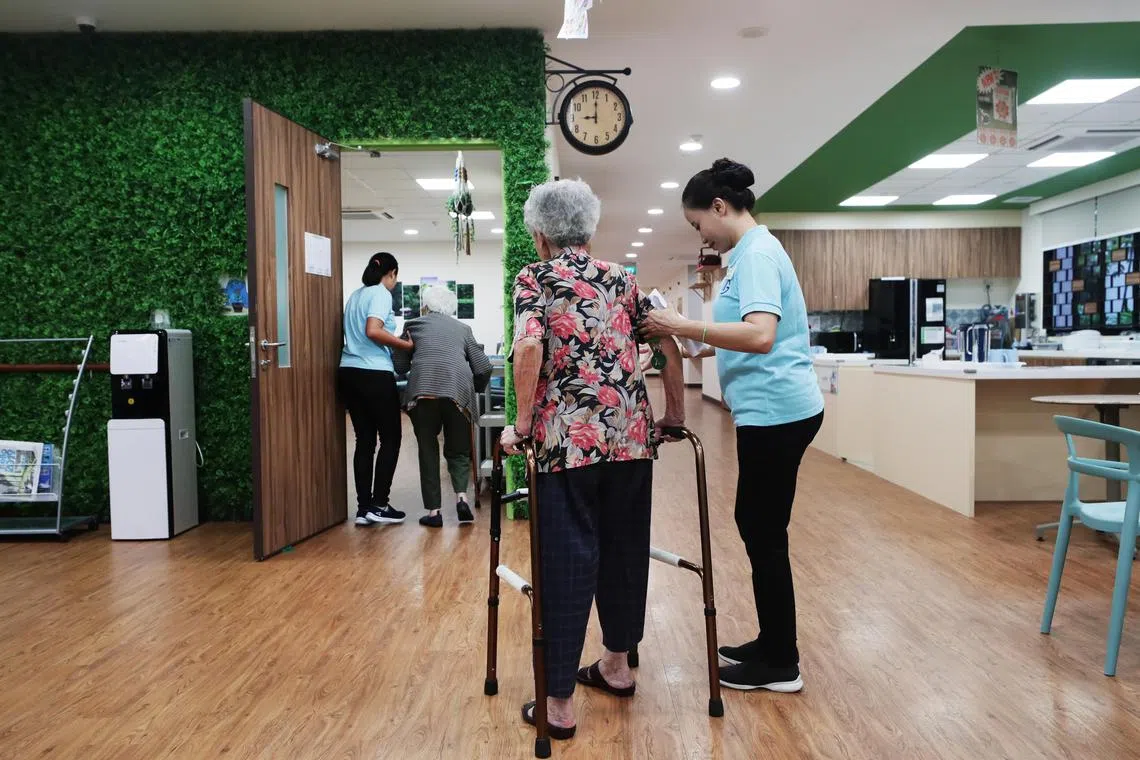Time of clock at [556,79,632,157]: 9:00
